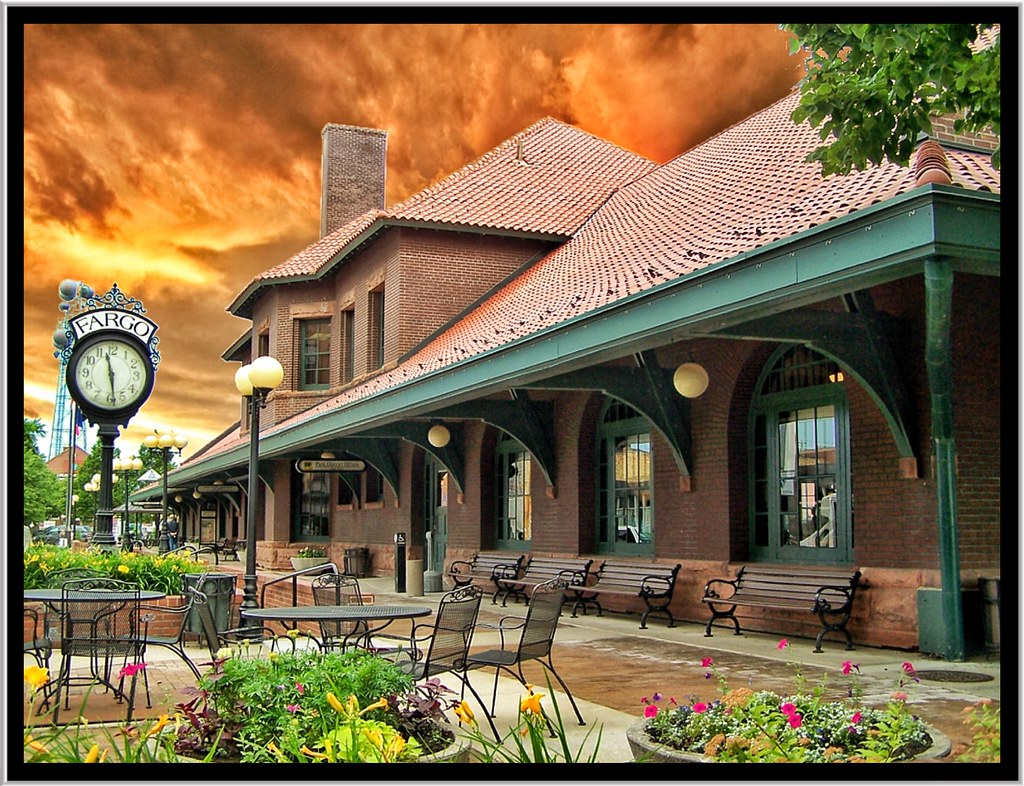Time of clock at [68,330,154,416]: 11:28
